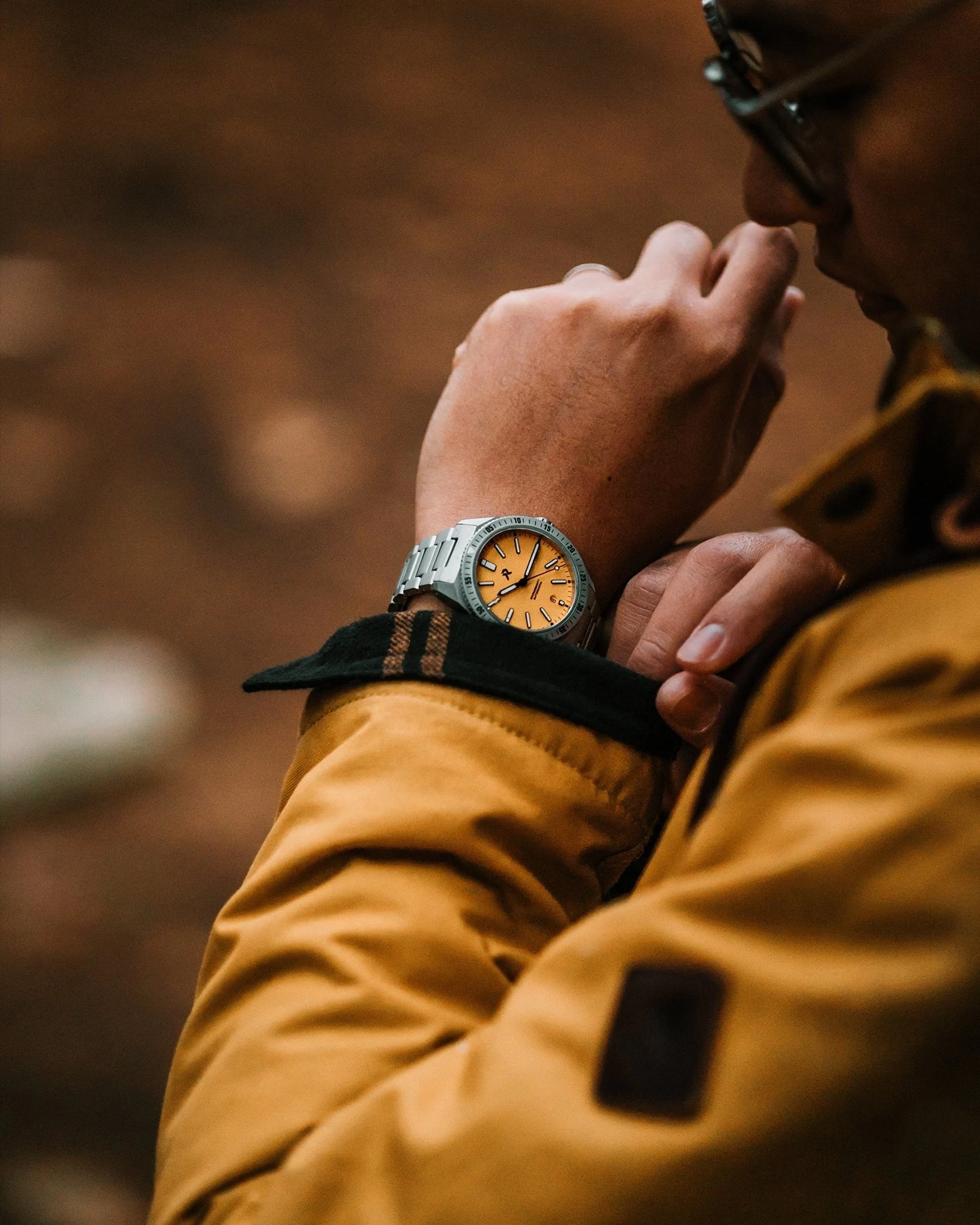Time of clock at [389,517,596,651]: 8:04
